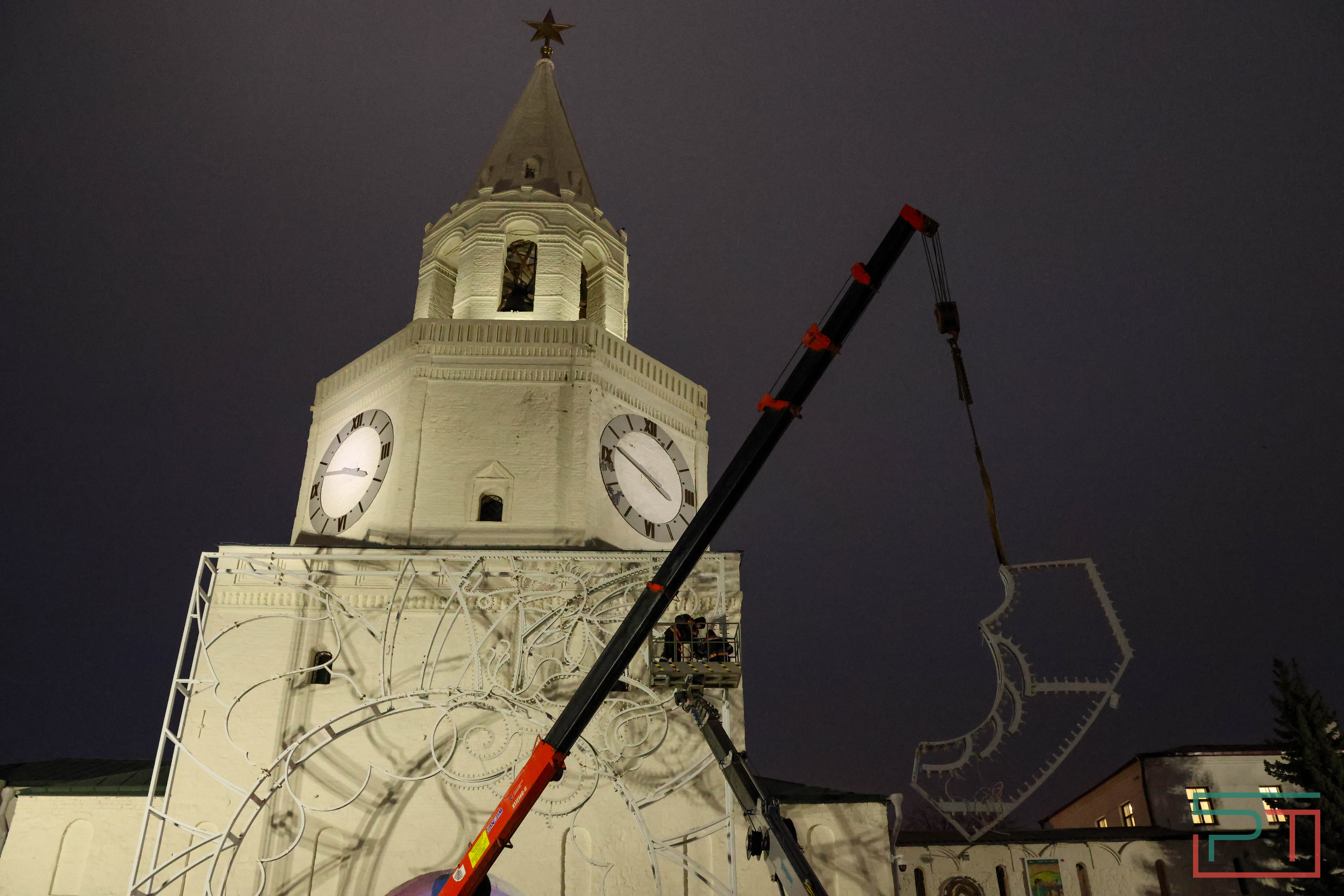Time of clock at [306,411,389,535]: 3:47
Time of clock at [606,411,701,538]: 3:48
